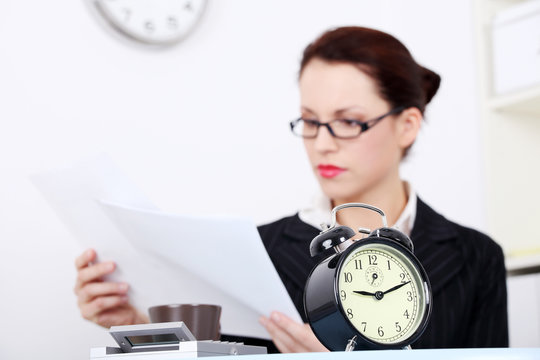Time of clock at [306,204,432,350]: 9:11
